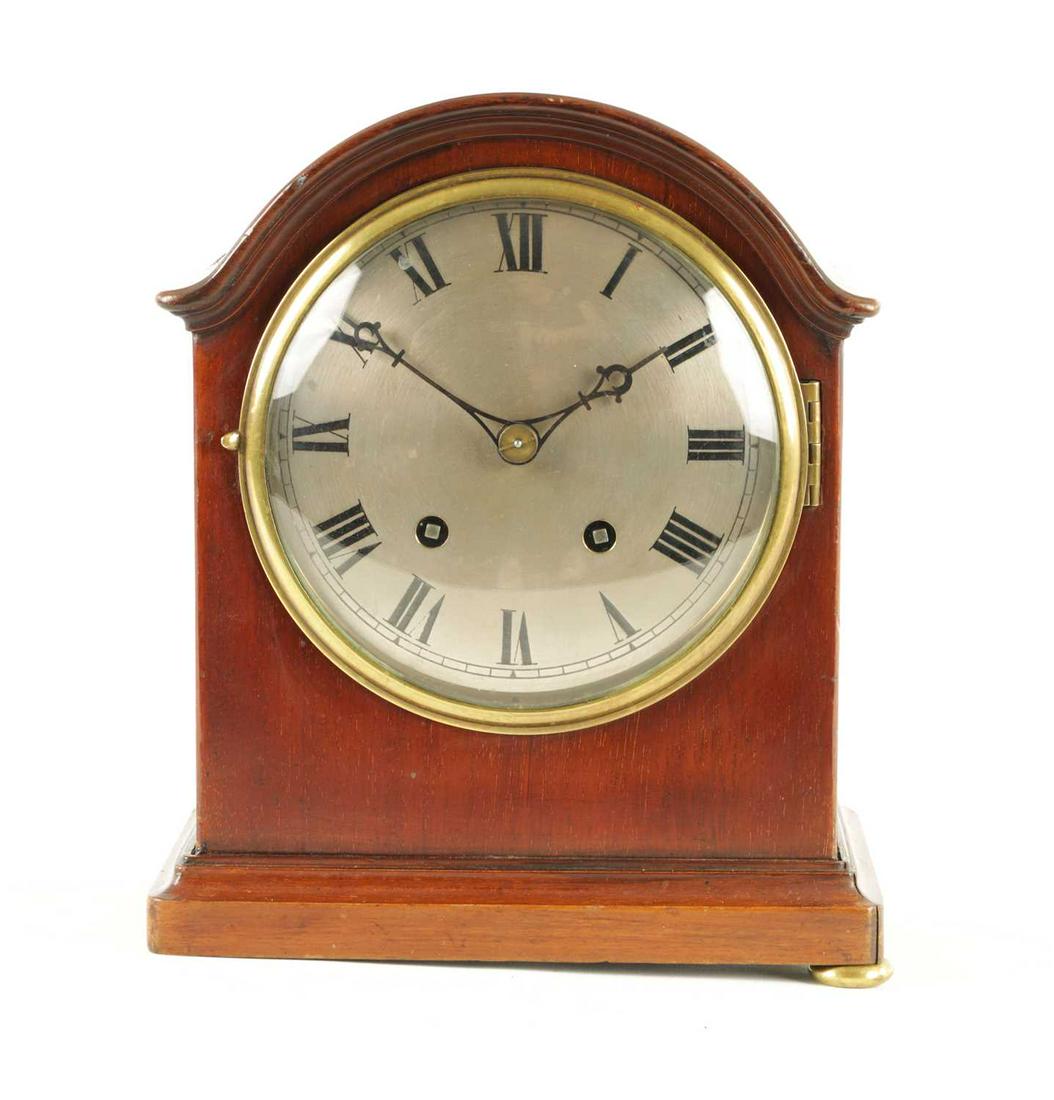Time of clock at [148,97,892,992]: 1:50
